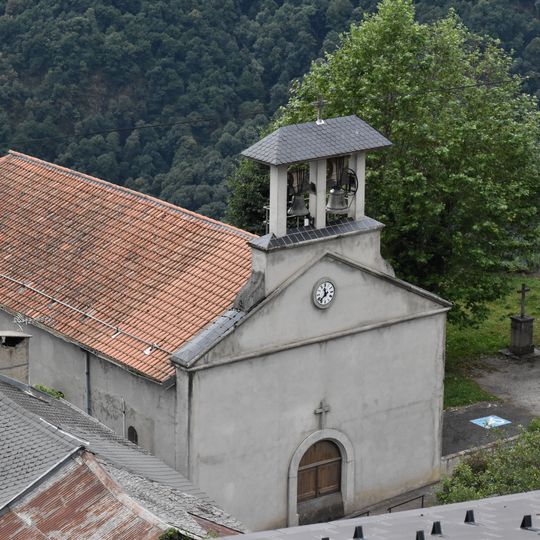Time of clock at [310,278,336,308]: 11:37
